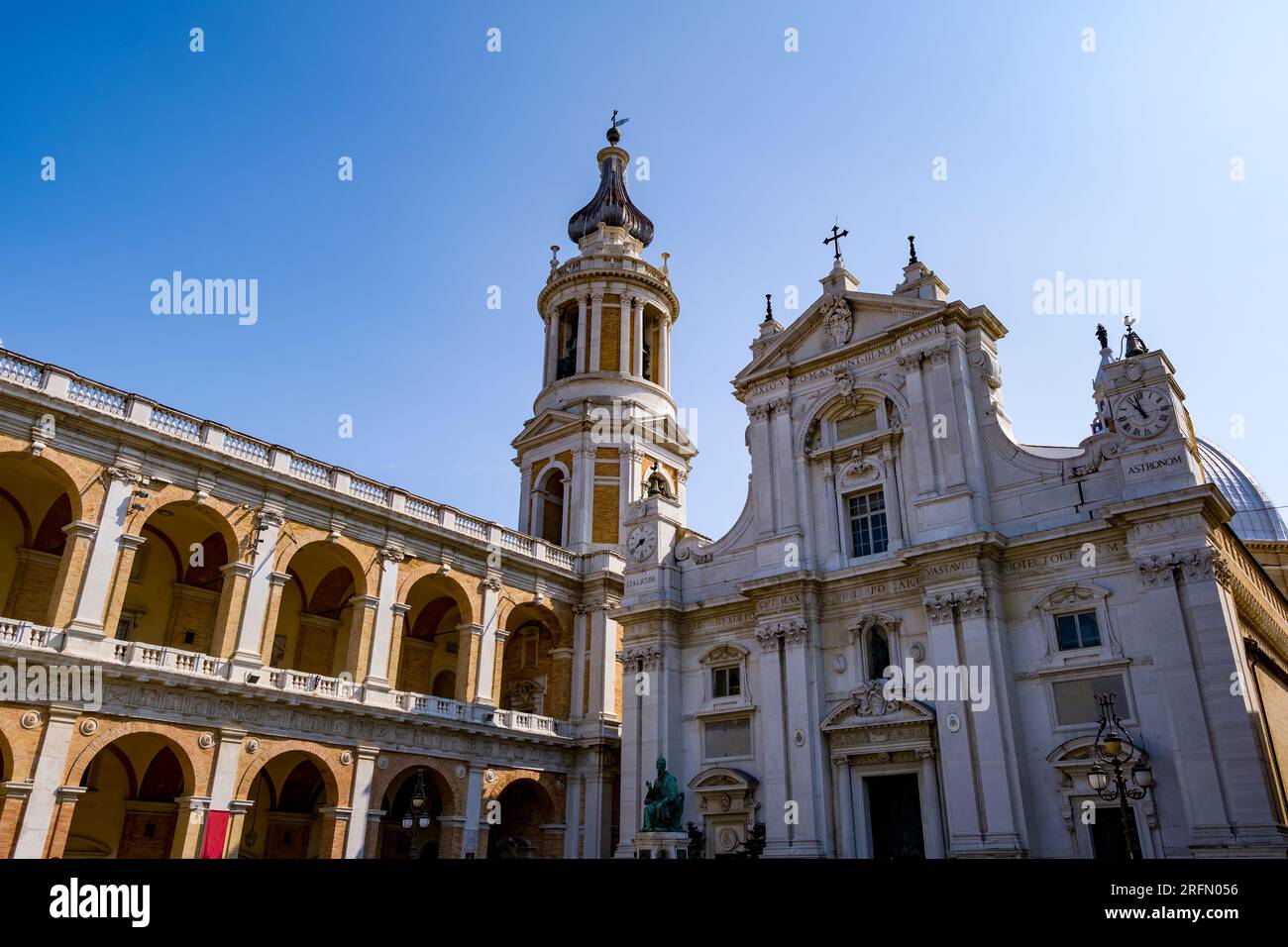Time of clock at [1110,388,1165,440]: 10:57
